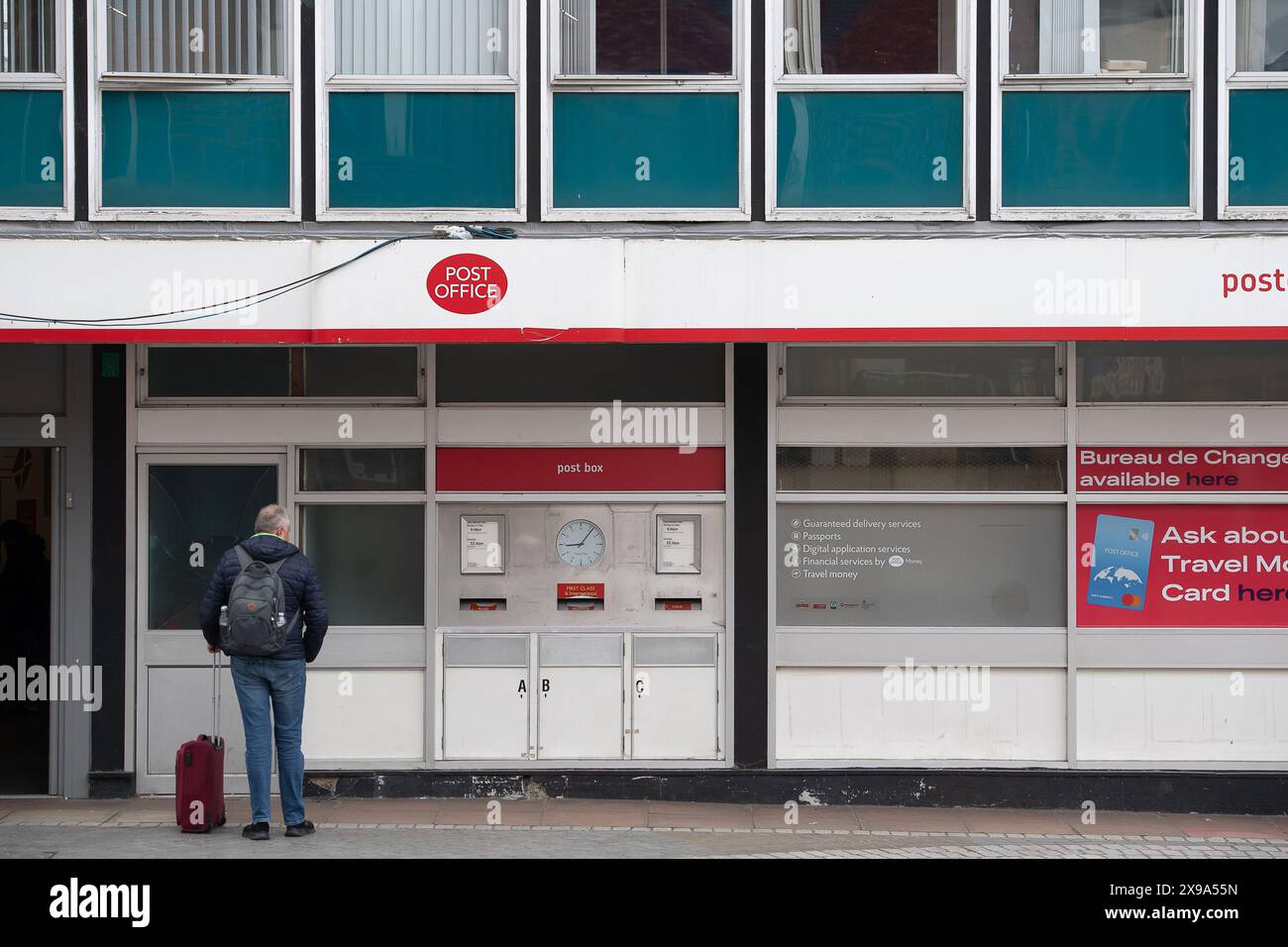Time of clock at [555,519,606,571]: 9:06
